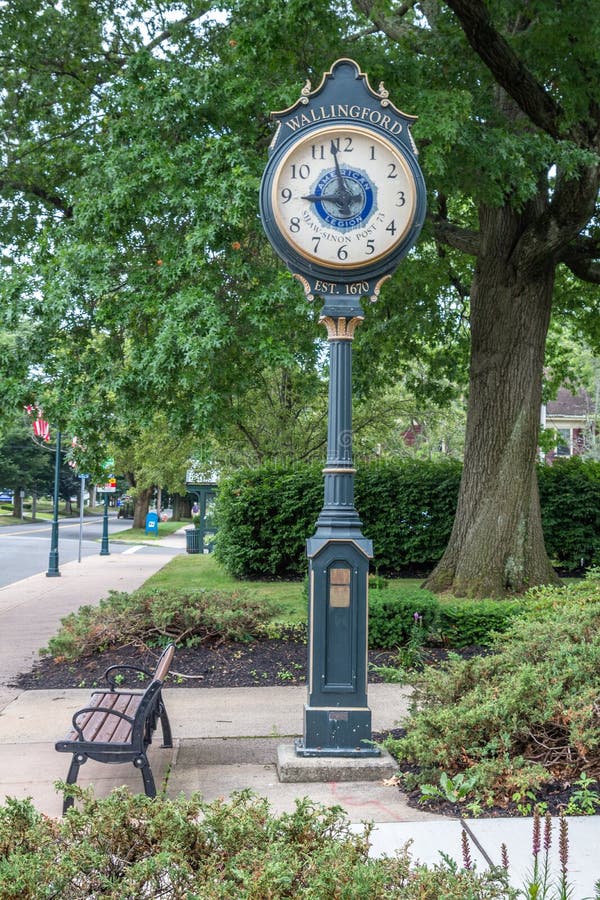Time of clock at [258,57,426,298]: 8:57
